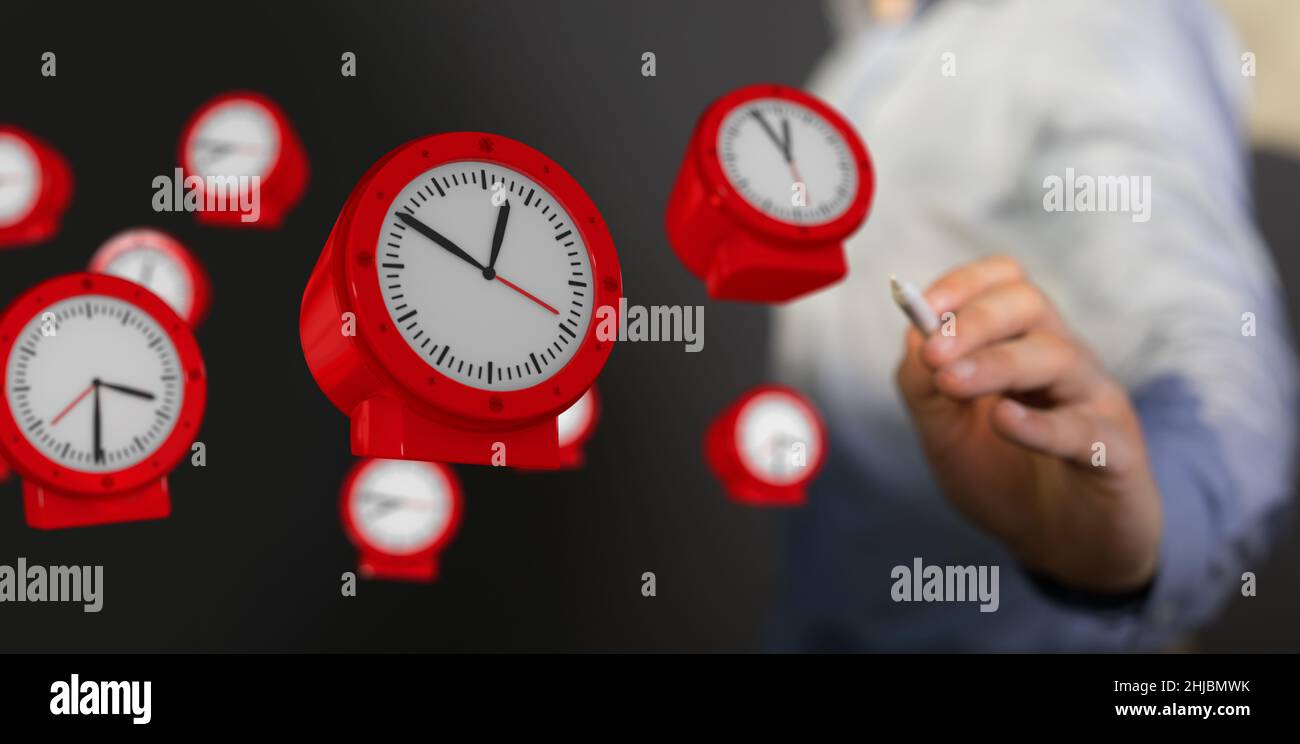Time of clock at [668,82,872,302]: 11:55
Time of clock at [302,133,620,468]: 12:49
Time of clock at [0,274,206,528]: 3:30
